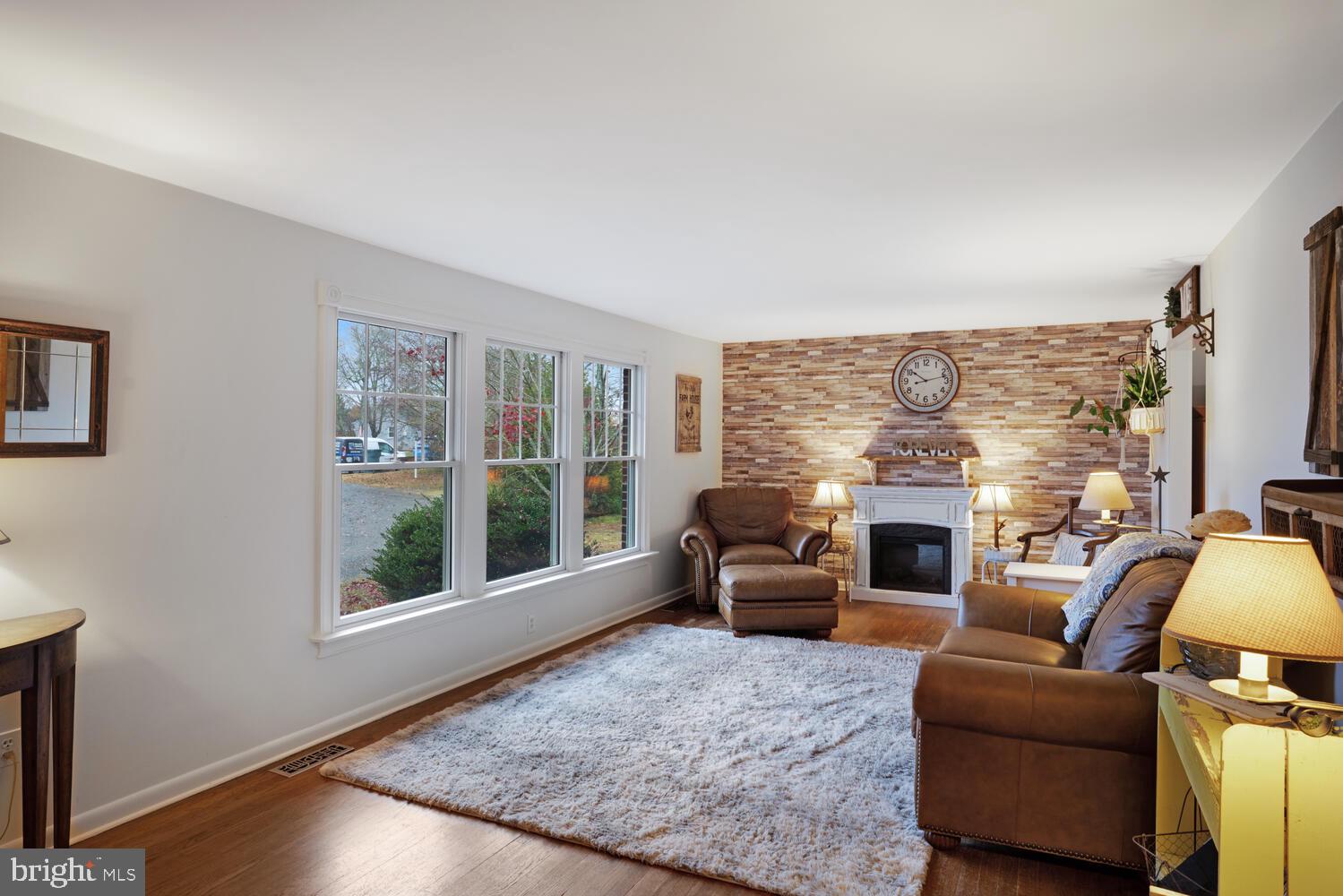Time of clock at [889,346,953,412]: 10:12
